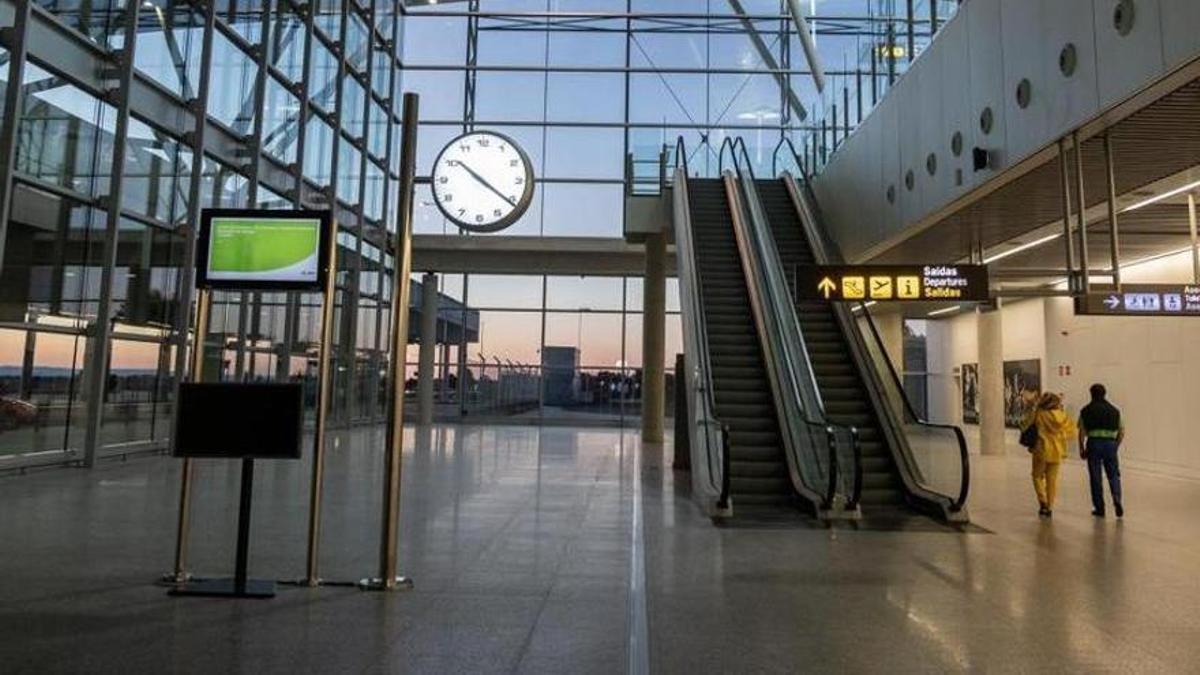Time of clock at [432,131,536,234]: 10:20
